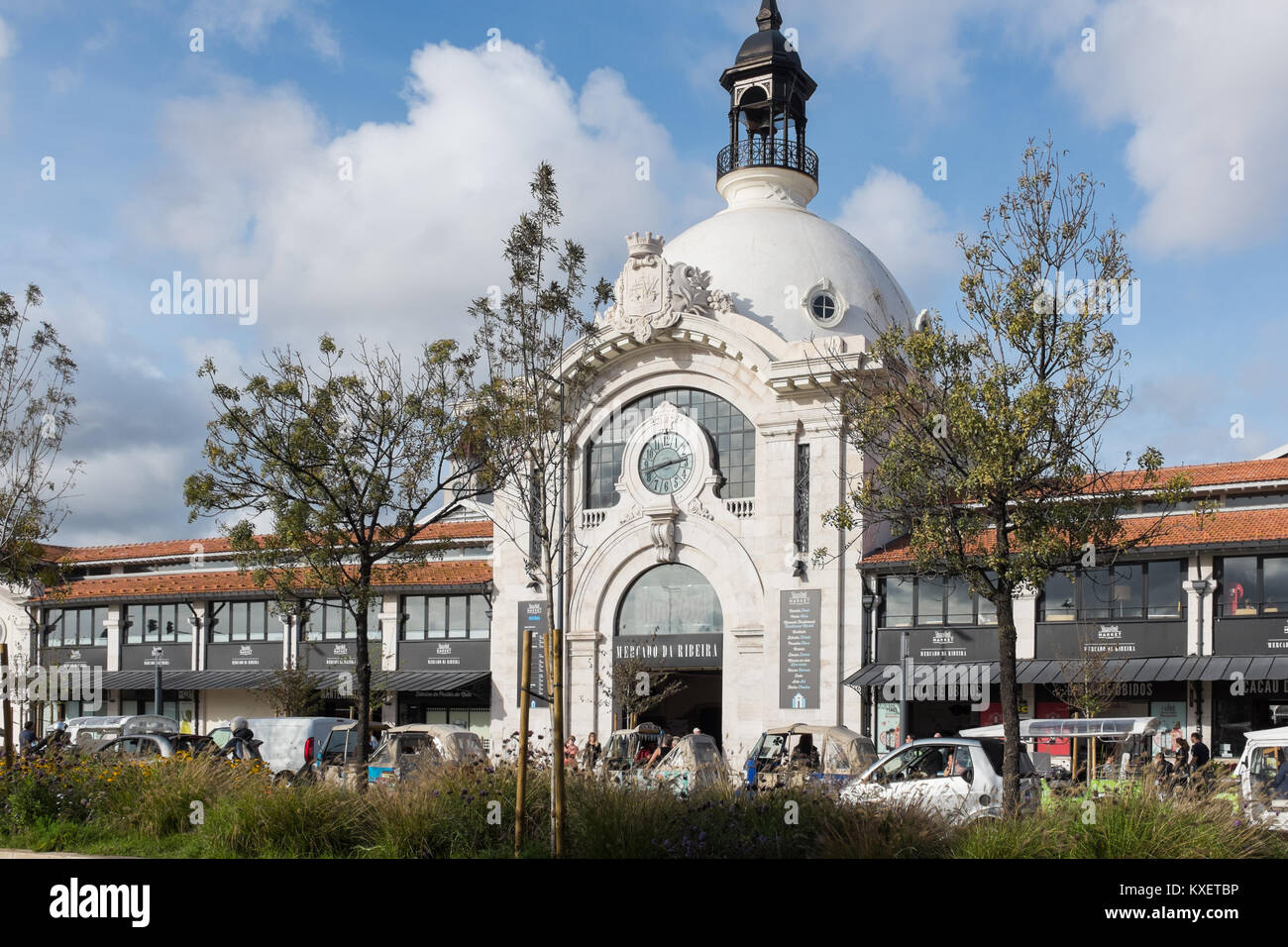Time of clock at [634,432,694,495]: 2:42
